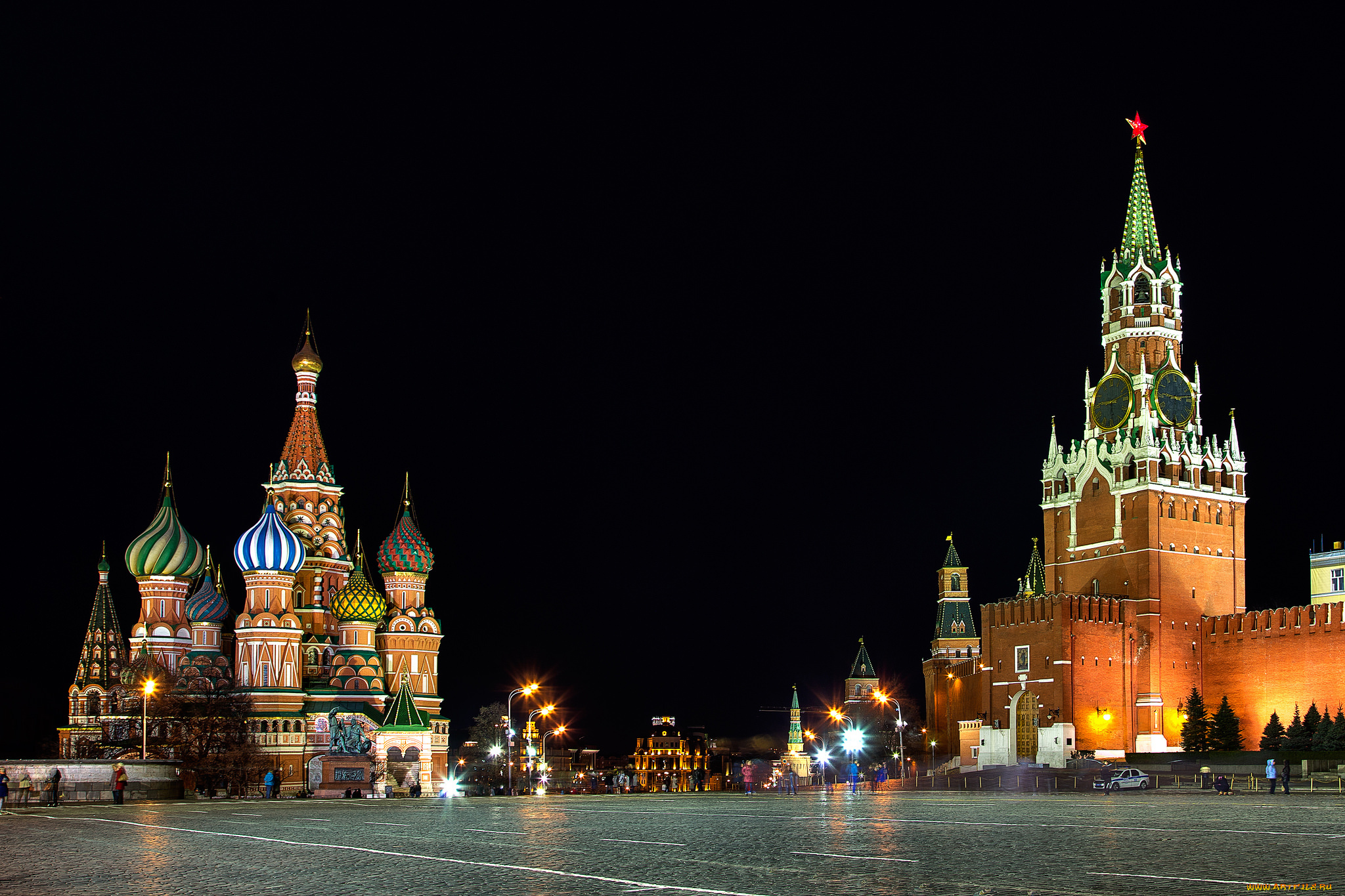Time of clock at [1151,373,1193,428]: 9:13
